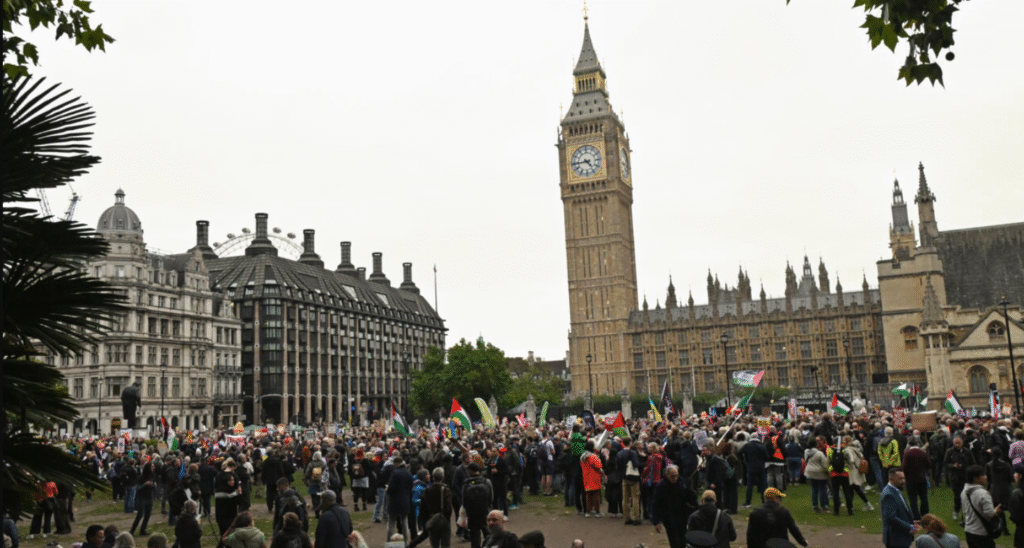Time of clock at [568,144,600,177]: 4:44
